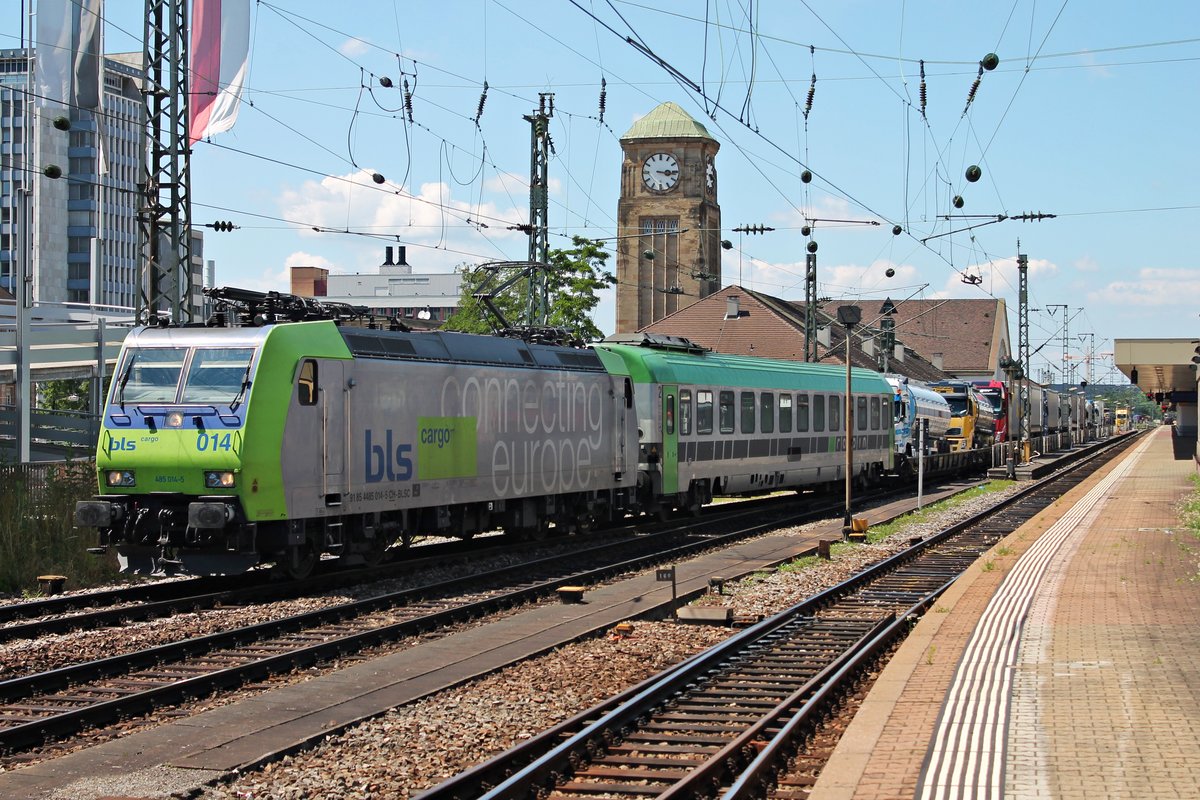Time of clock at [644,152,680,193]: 3:15
